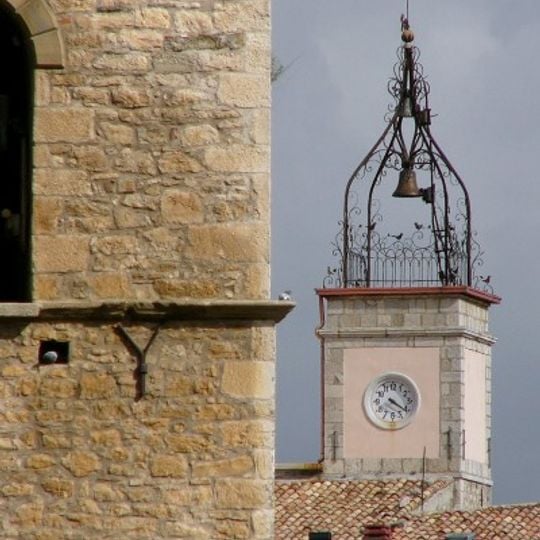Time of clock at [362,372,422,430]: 4:20
